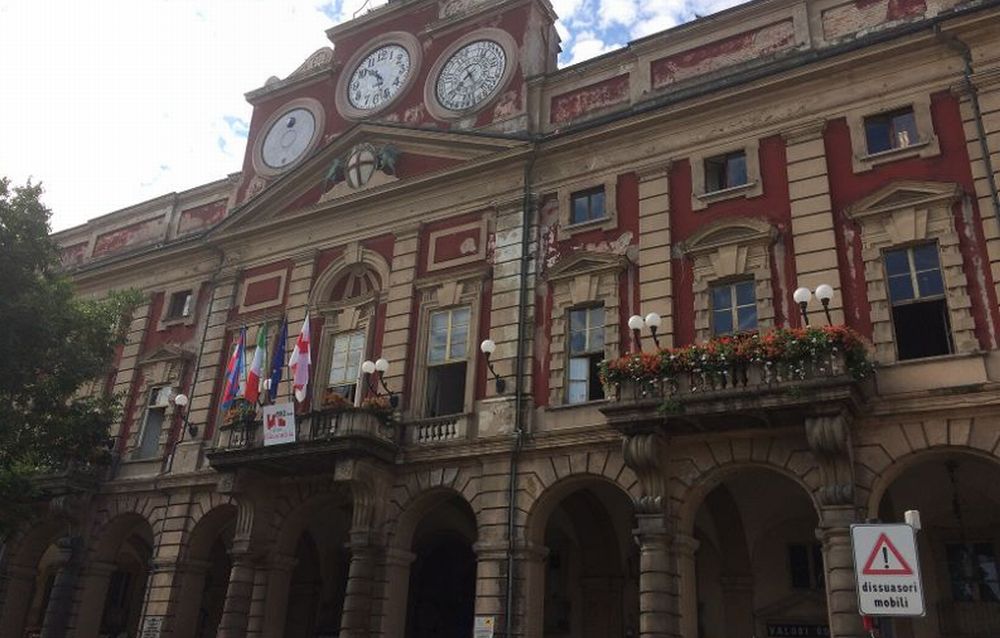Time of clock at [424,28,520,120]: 7:24
